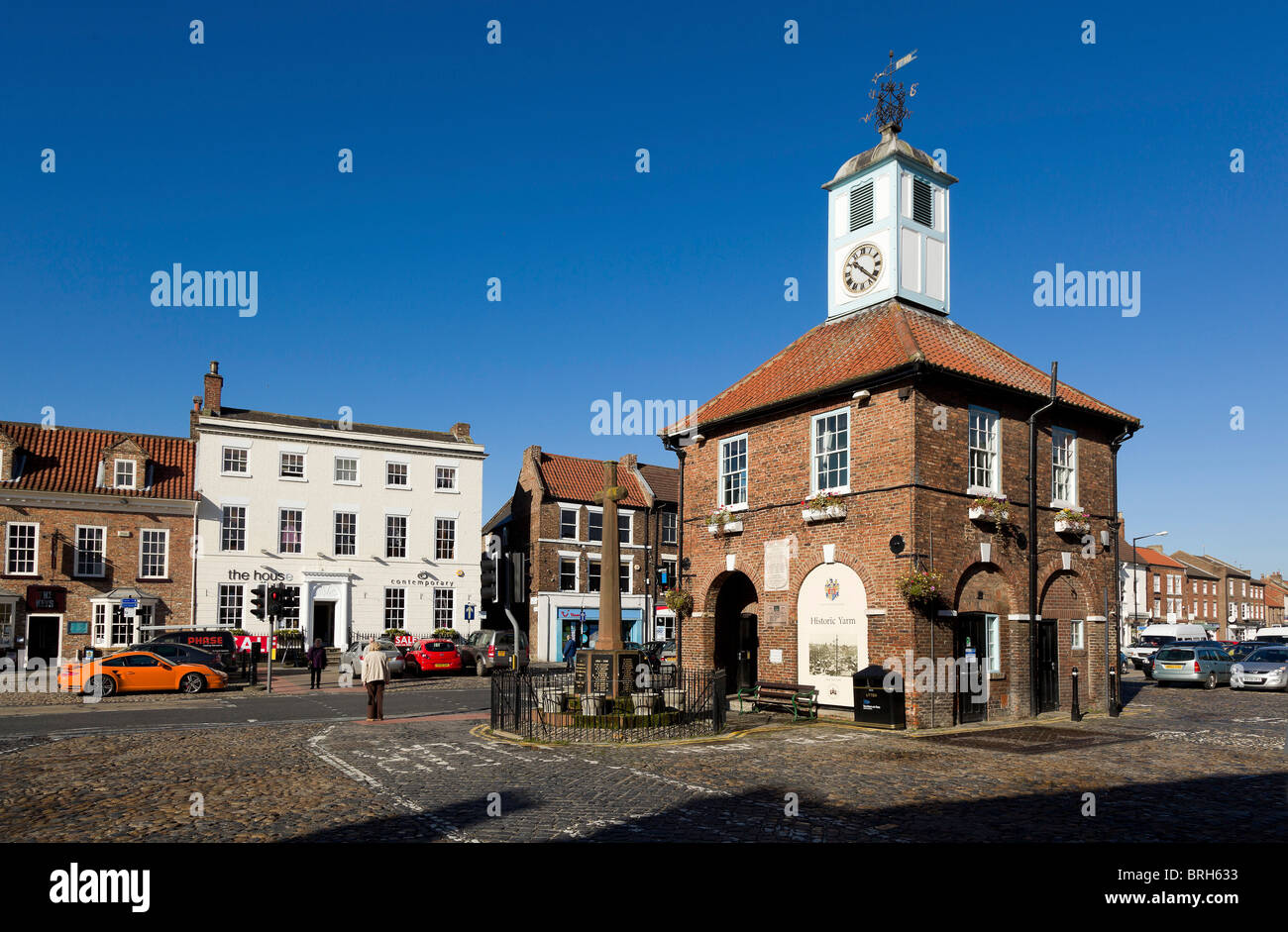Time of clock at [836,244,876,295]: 10:22
